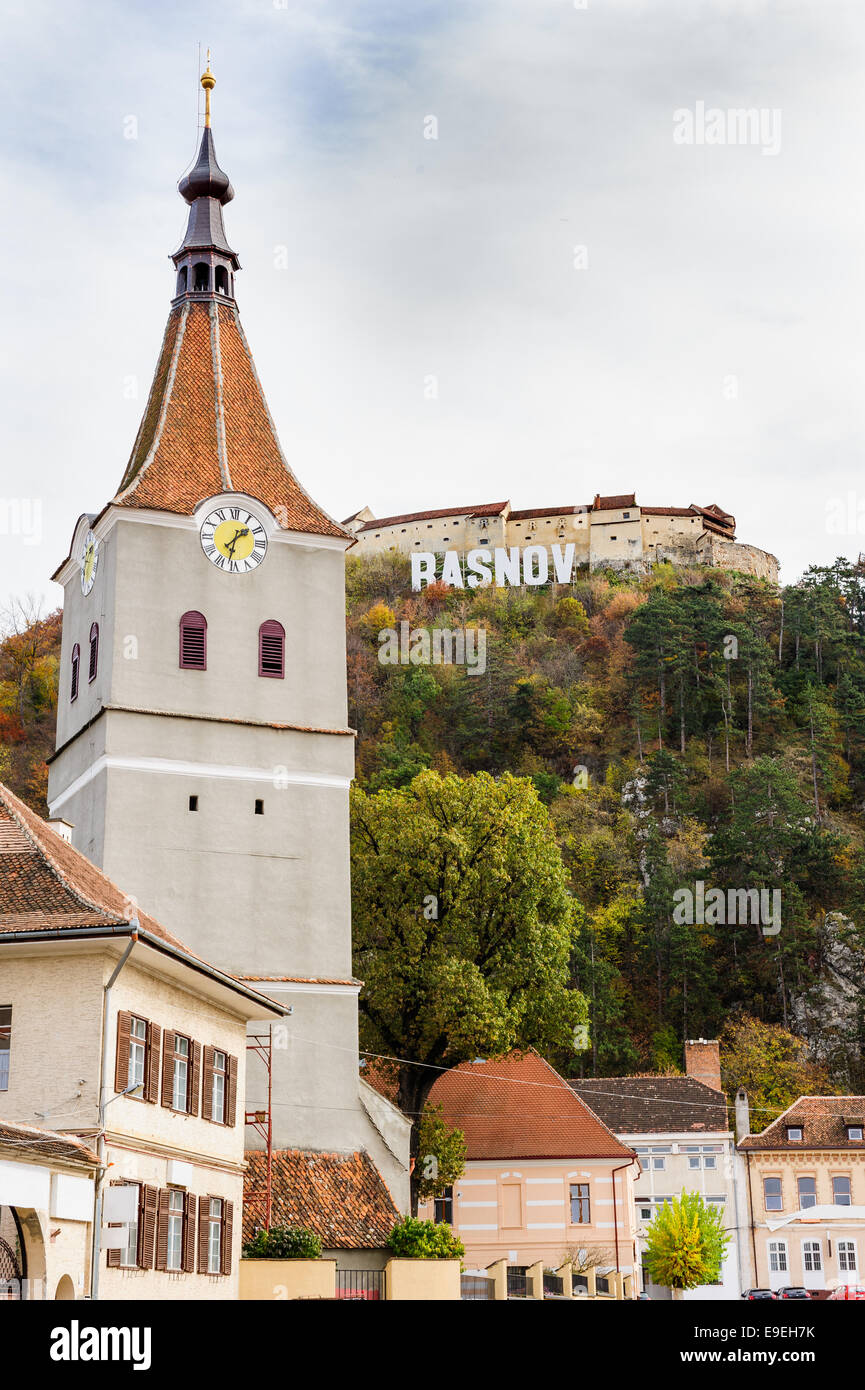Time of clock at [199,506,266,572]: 1:32
